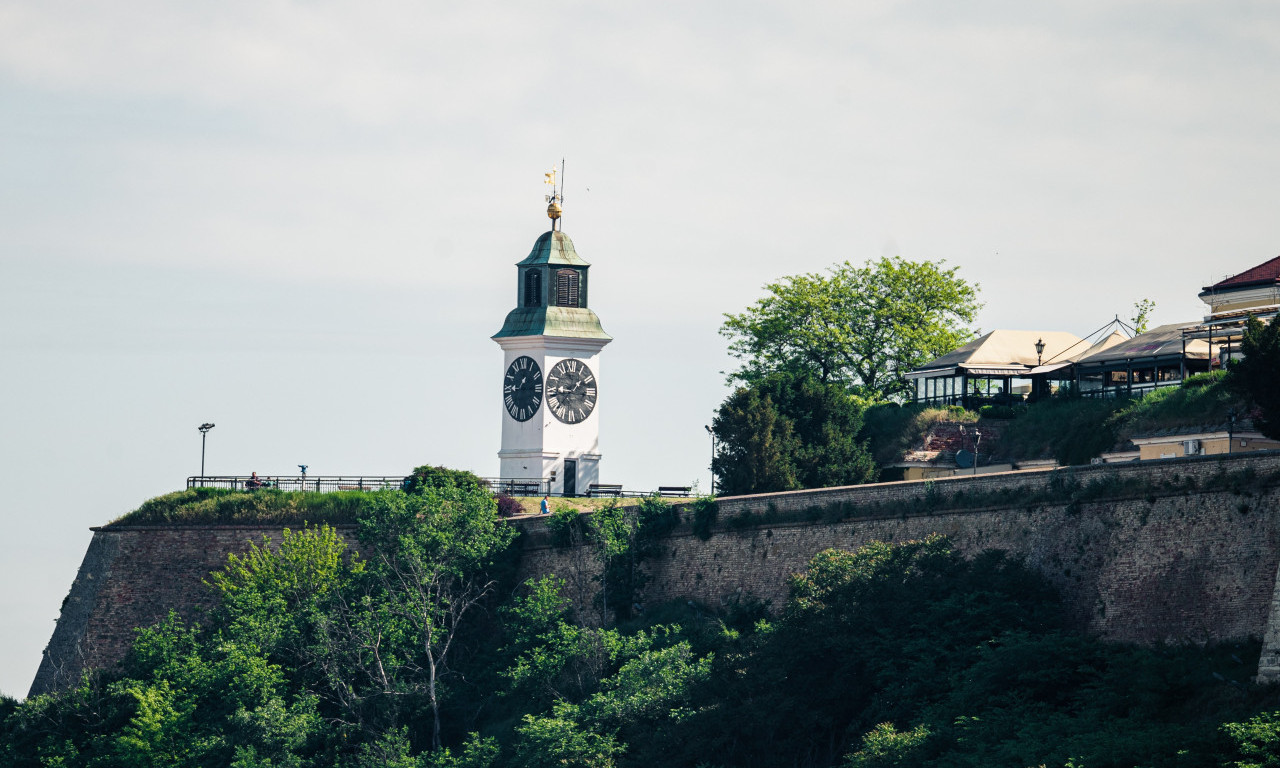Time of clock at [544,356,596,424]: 1:37
